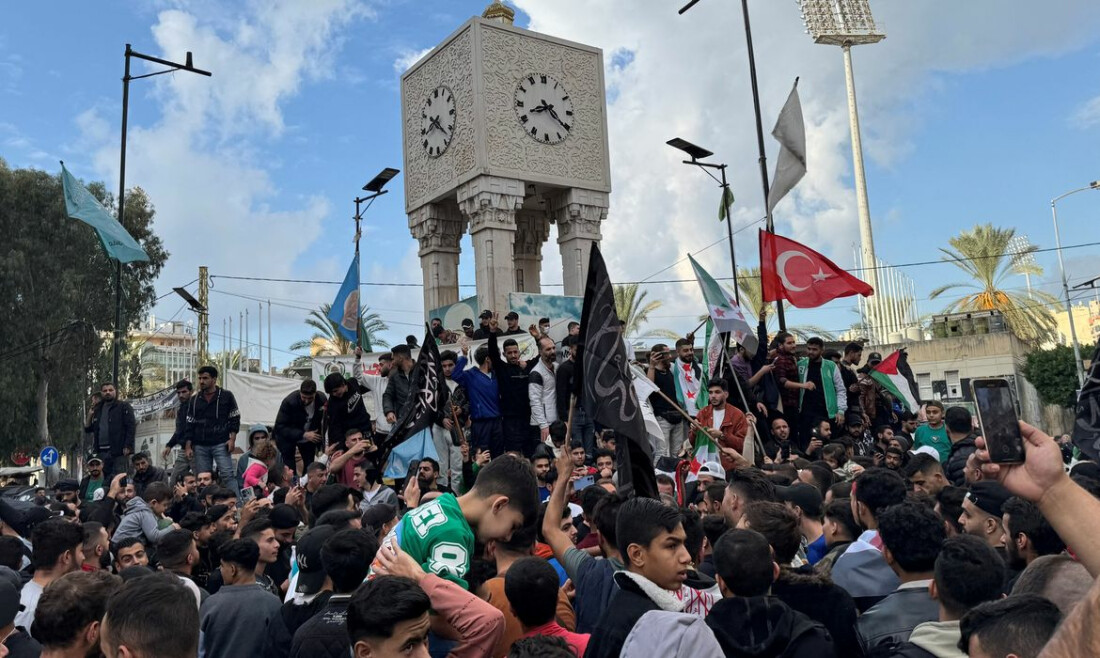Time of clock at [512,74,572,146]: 8:21
